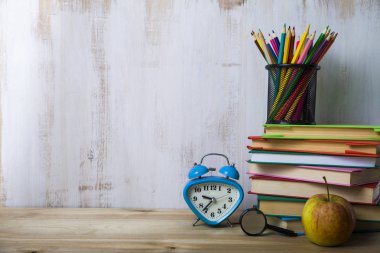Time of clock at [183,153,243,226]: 9:36
